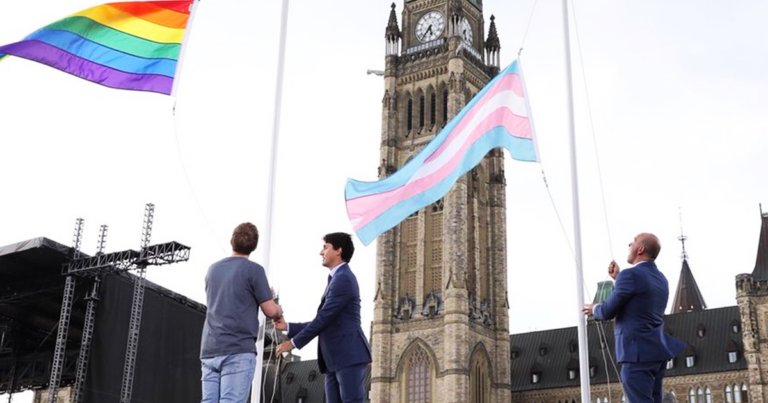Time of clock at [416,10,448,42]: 5:36
